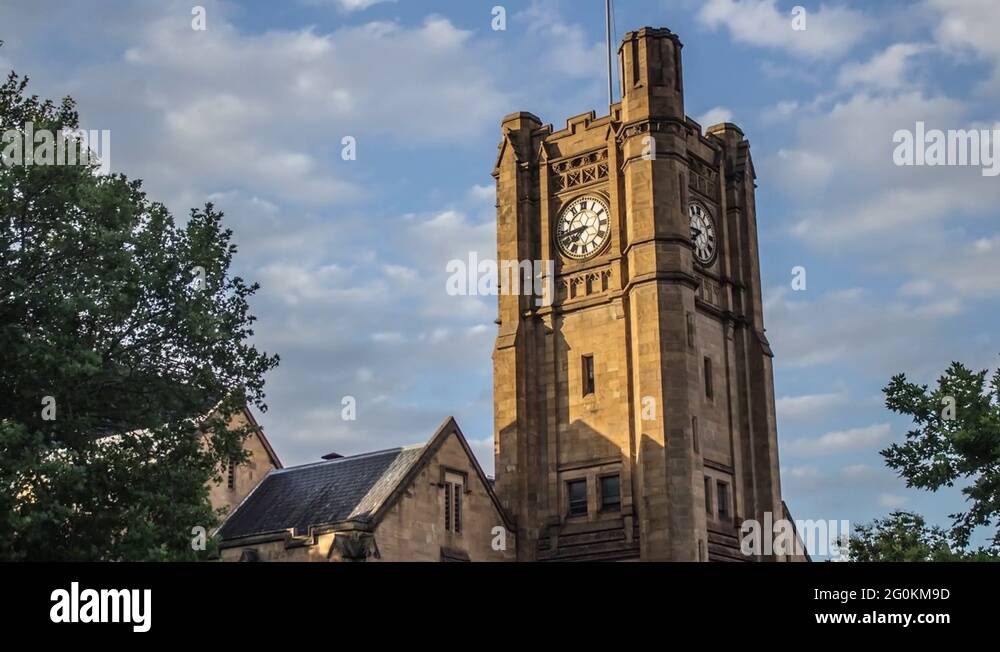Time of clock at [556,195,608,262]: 7:43
